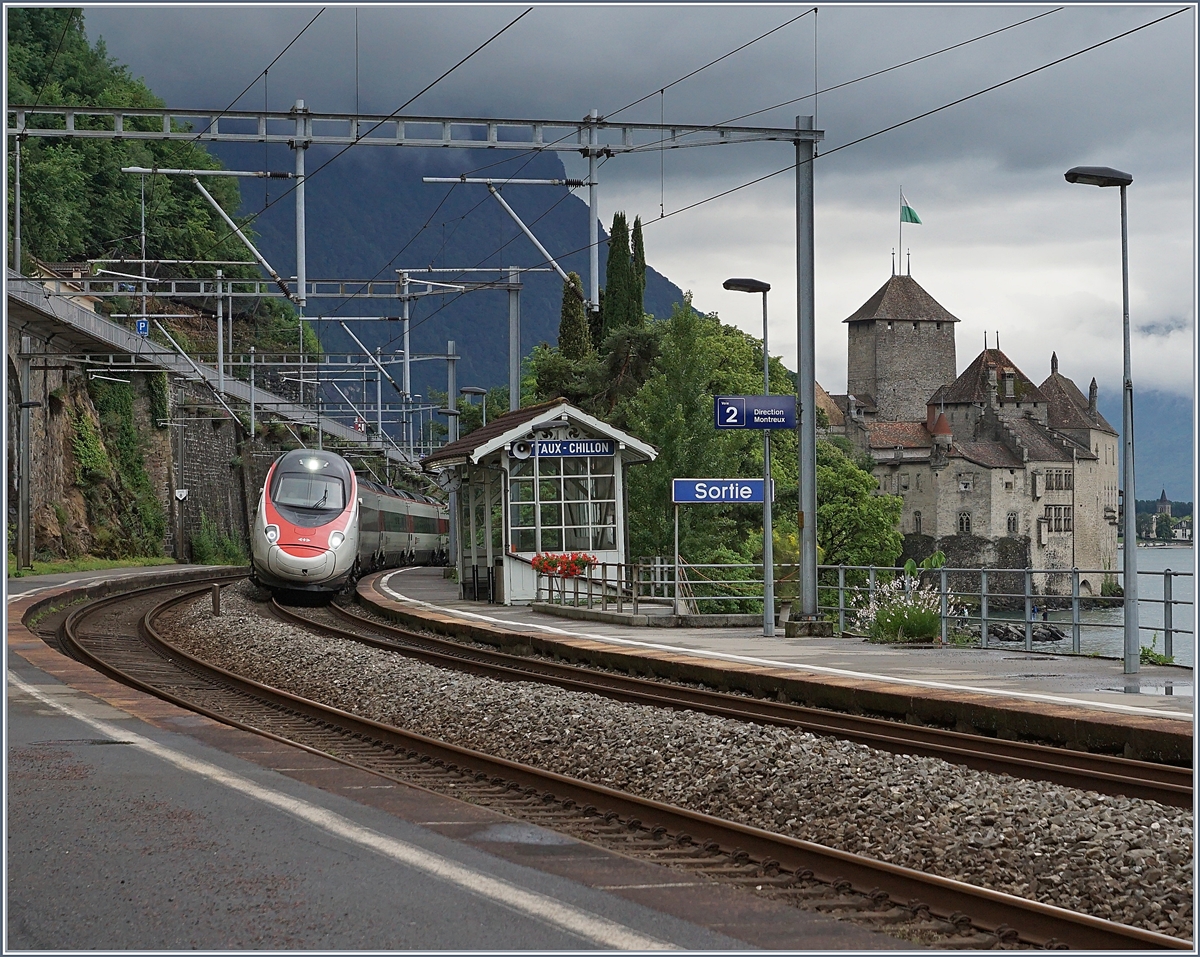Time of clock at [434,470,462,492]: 11:38
